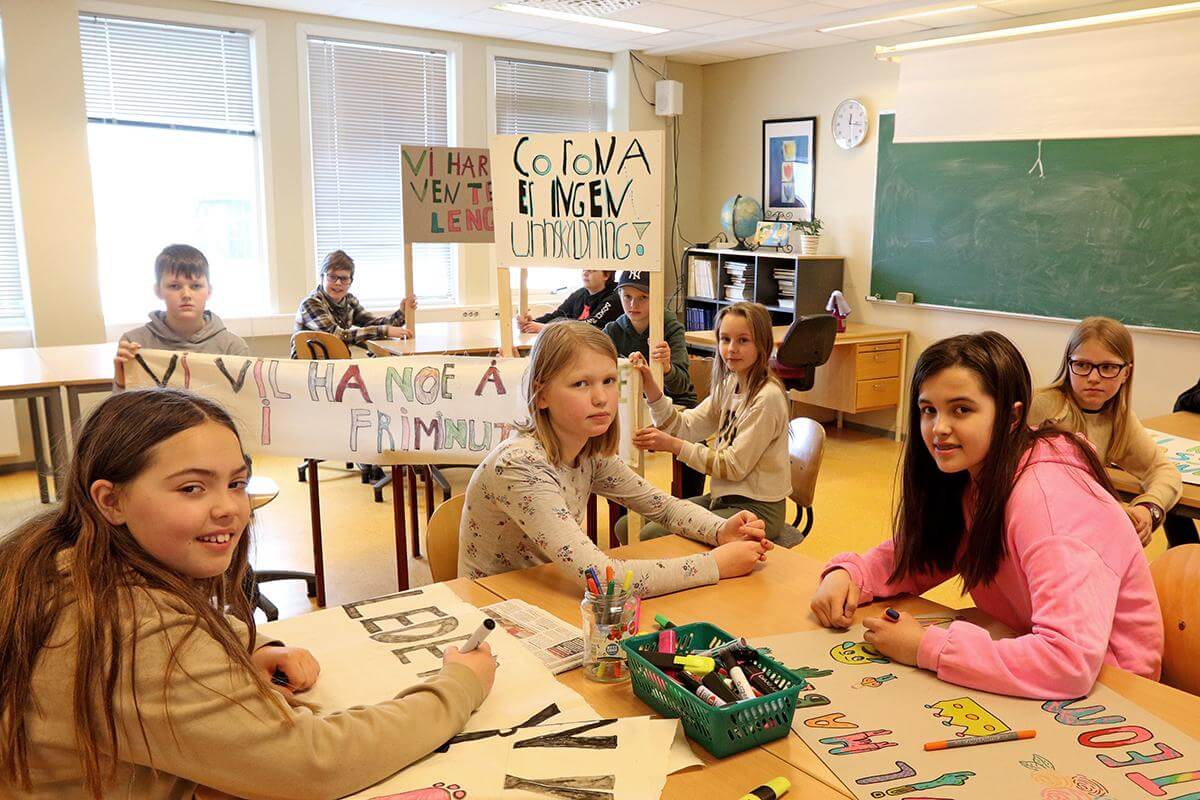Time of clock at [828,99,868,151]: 12:16
